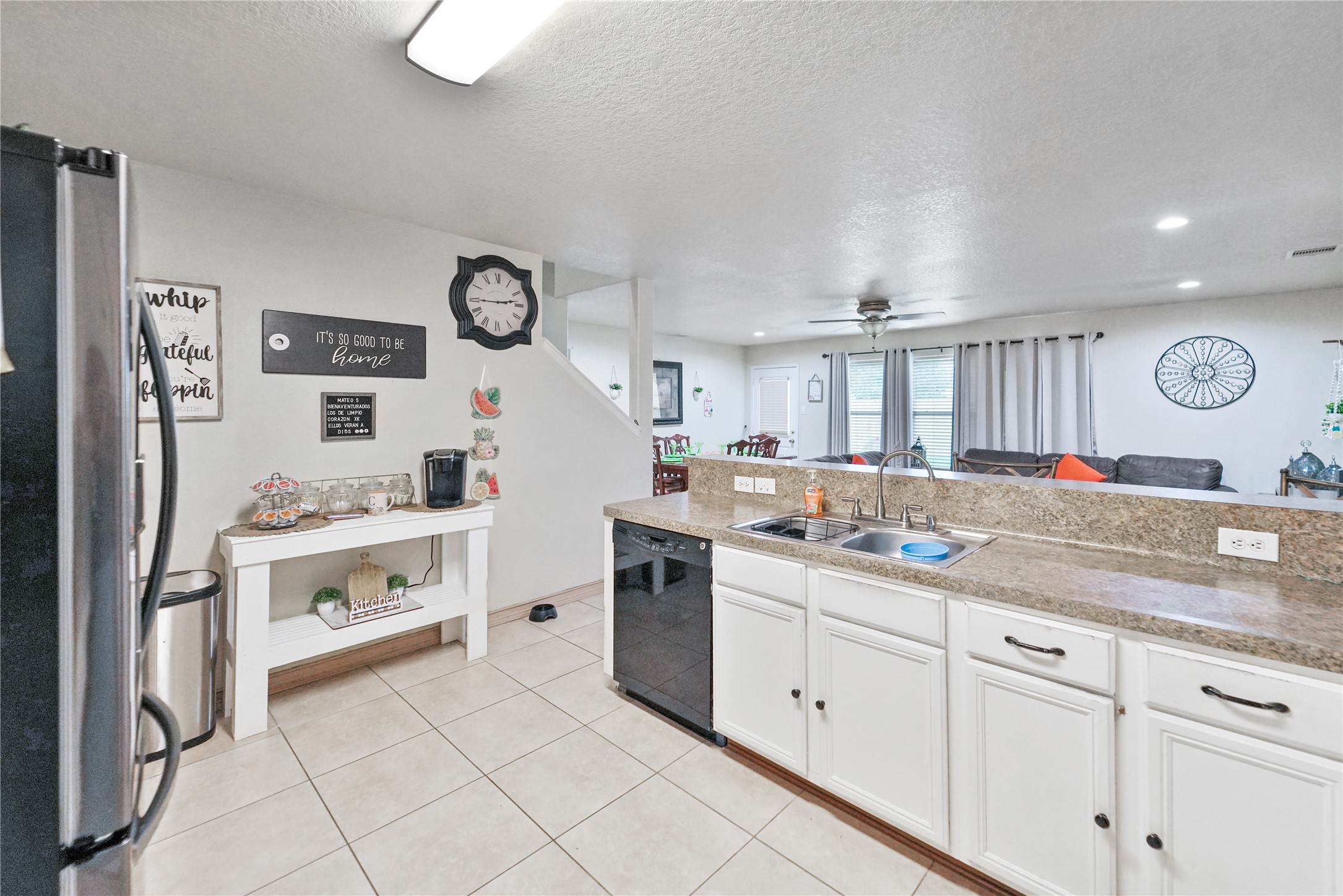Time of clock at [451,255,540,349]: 2:45
